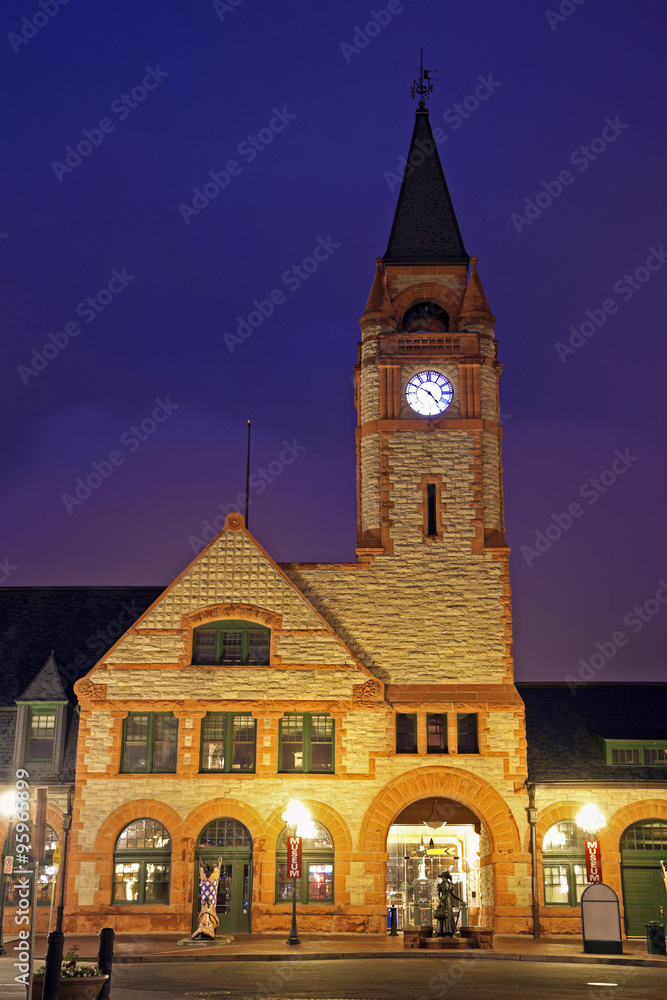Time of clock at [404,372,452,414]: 4:50
